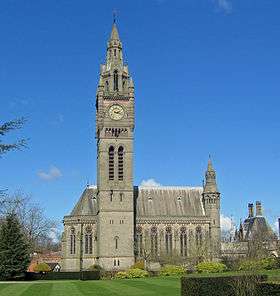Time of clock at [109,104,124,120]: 2:18
